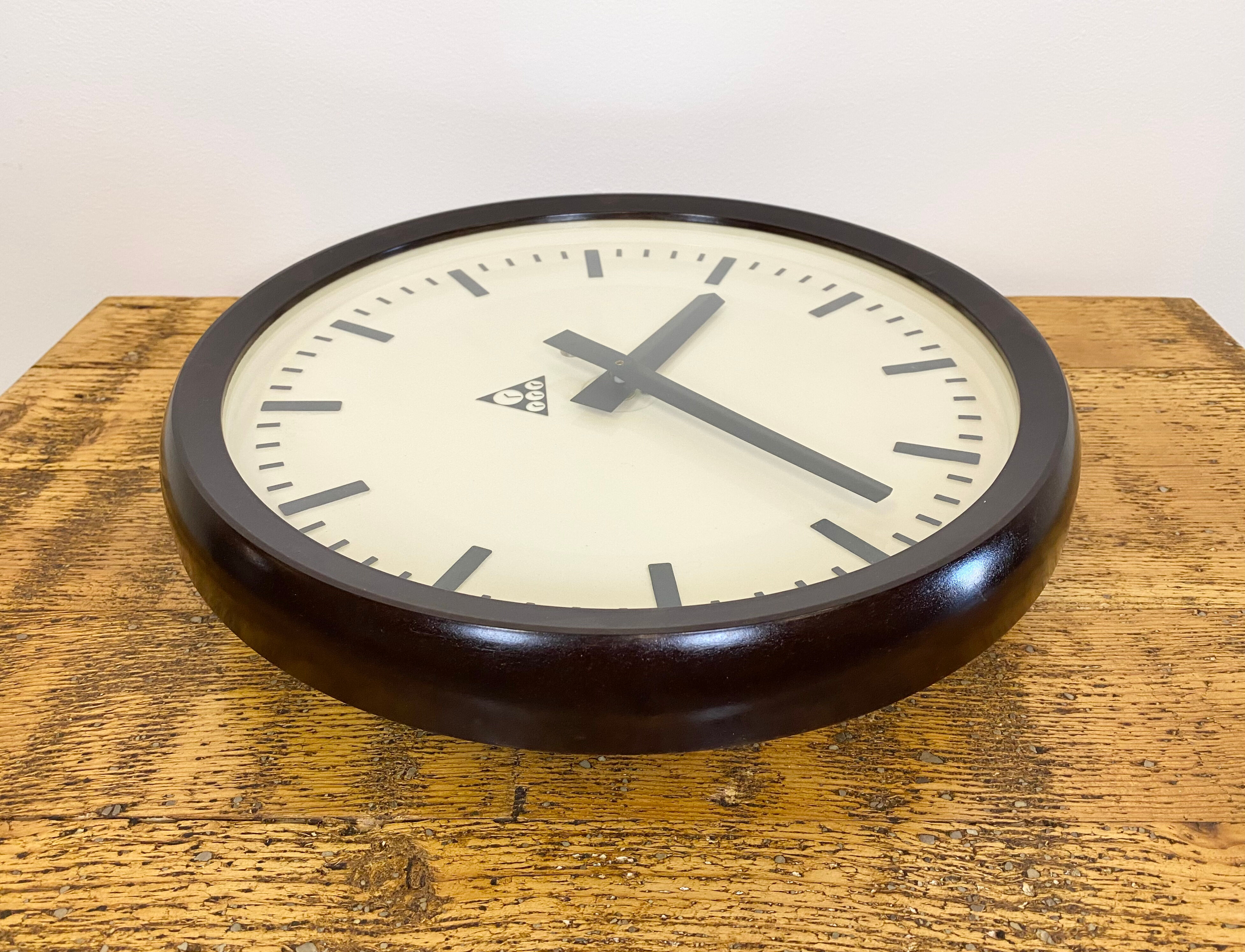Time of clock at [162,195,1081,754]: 1:22
